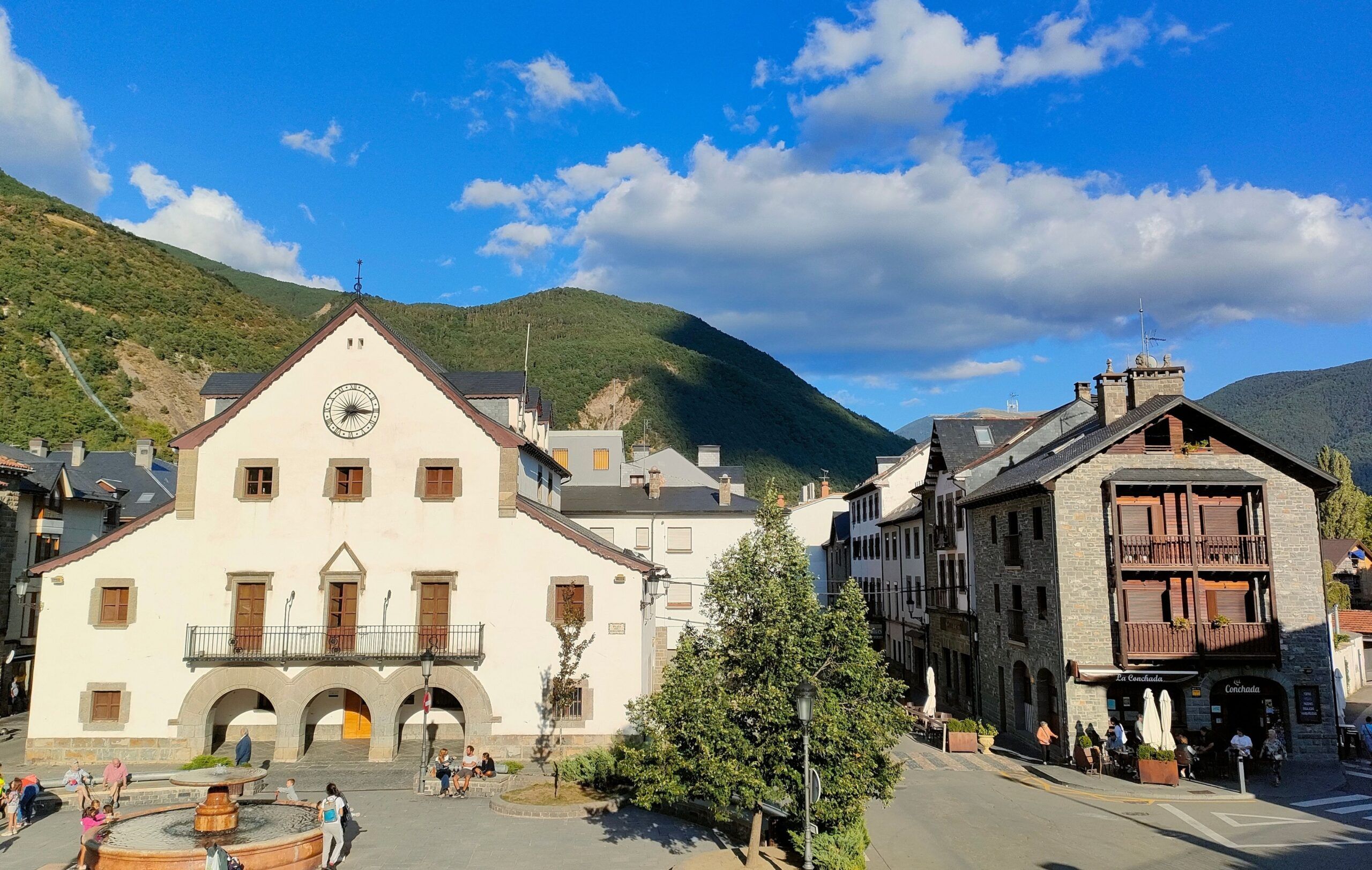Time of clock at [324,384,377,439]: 7:15
